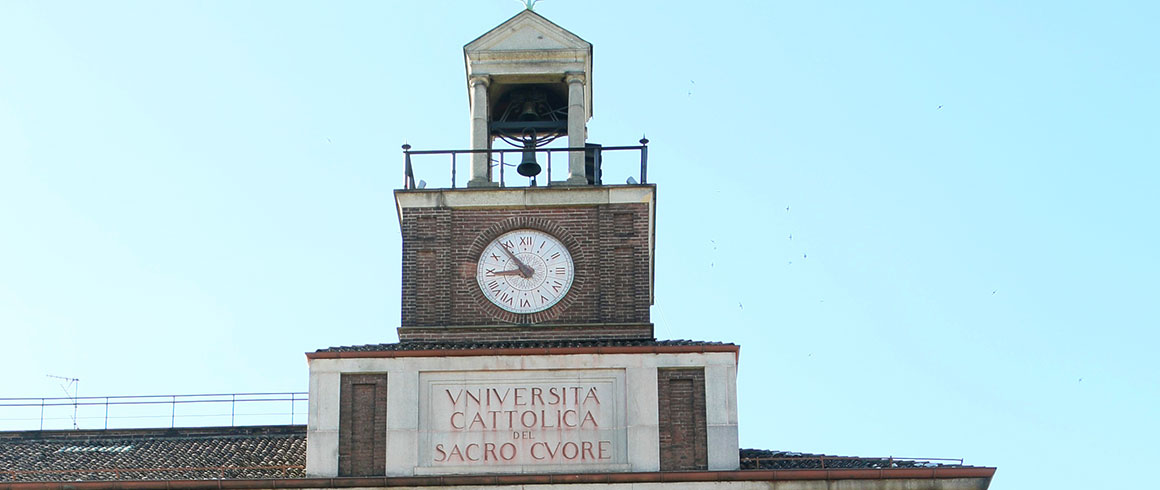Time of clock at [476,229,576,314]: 8:53
